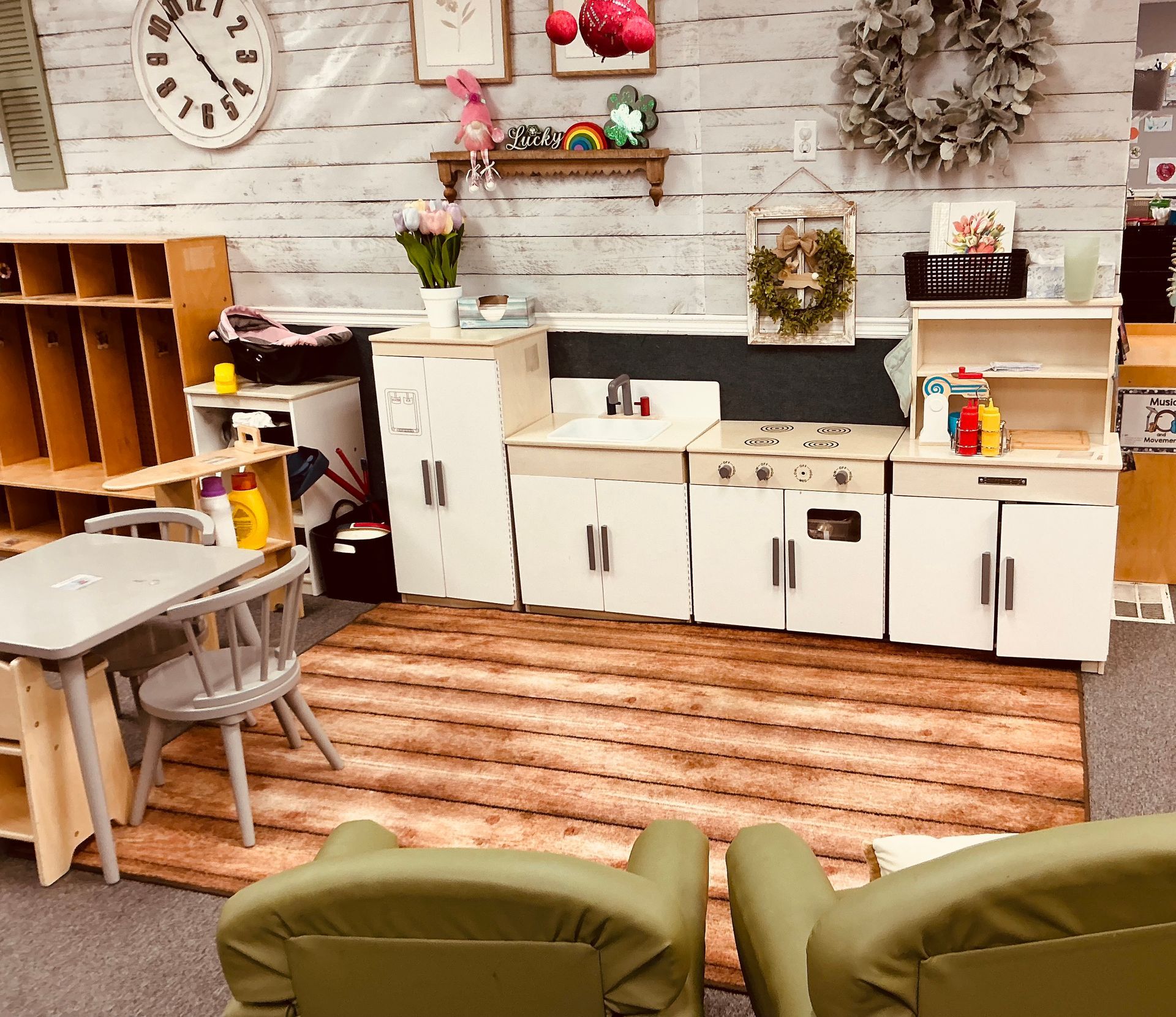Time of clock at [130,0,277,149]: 4:53
